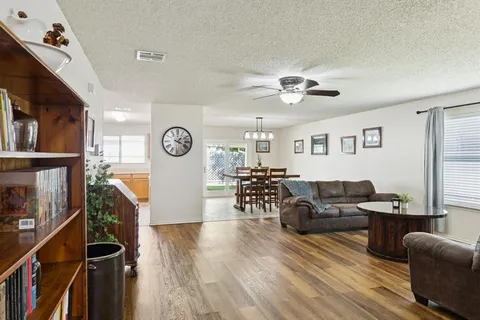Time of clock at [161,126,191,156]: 1:18
